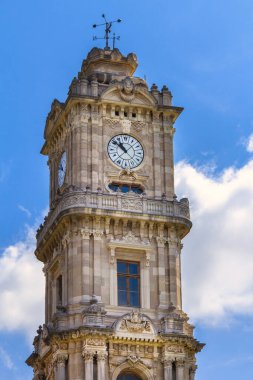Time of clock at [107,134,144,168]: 10:51
